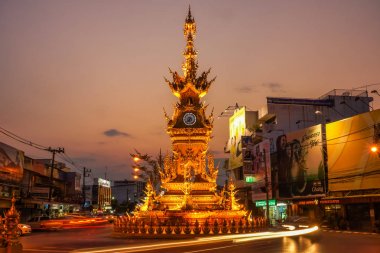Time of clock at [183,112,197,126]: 6:37
